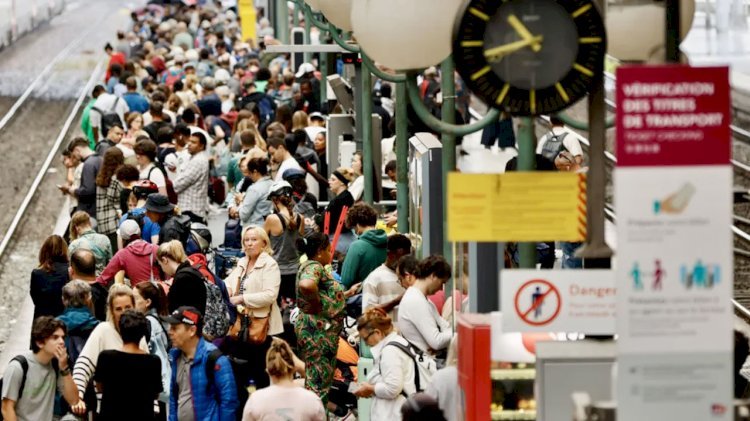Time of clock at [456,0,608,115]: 10:42
